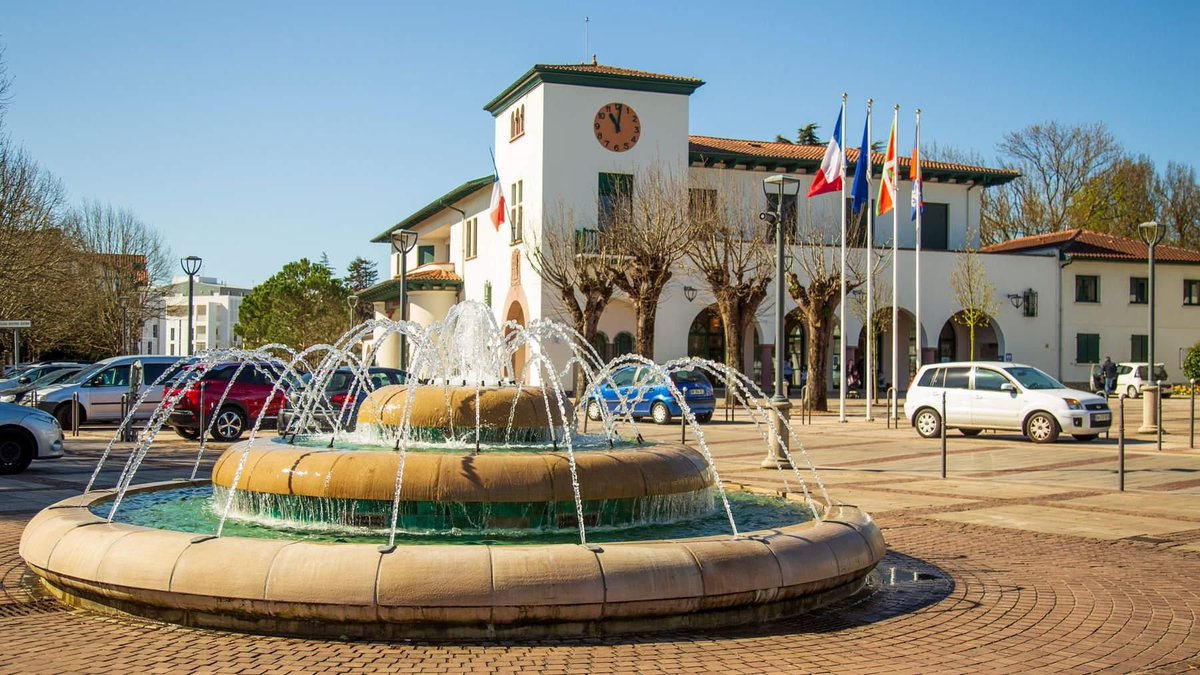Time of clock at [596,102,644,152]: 11:01
